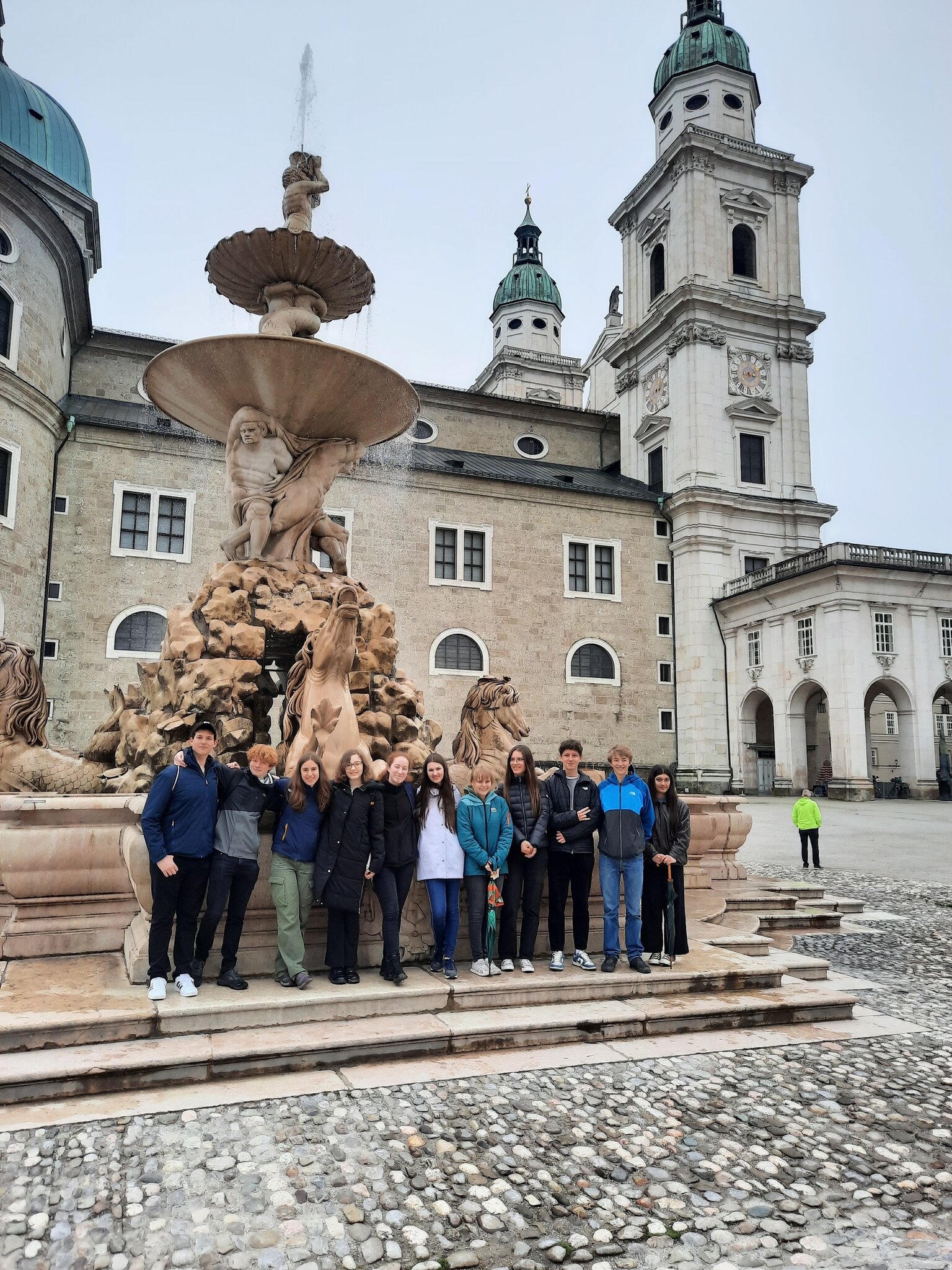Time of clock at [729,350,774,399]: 3:09
